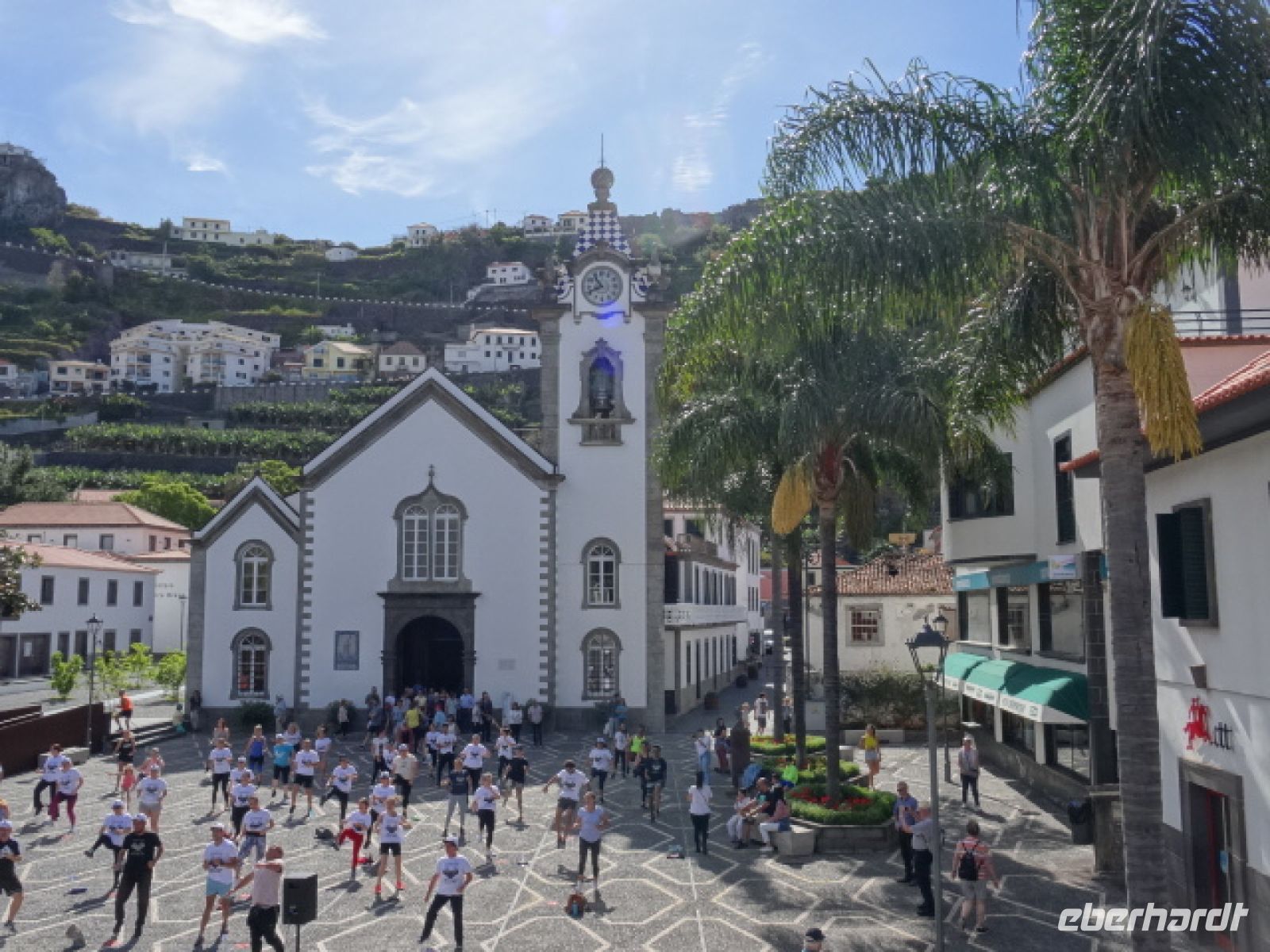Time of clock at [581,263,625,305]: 10:41
